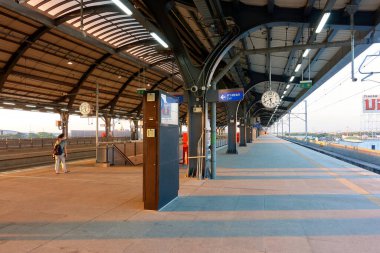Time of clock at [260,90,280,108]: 5:40
